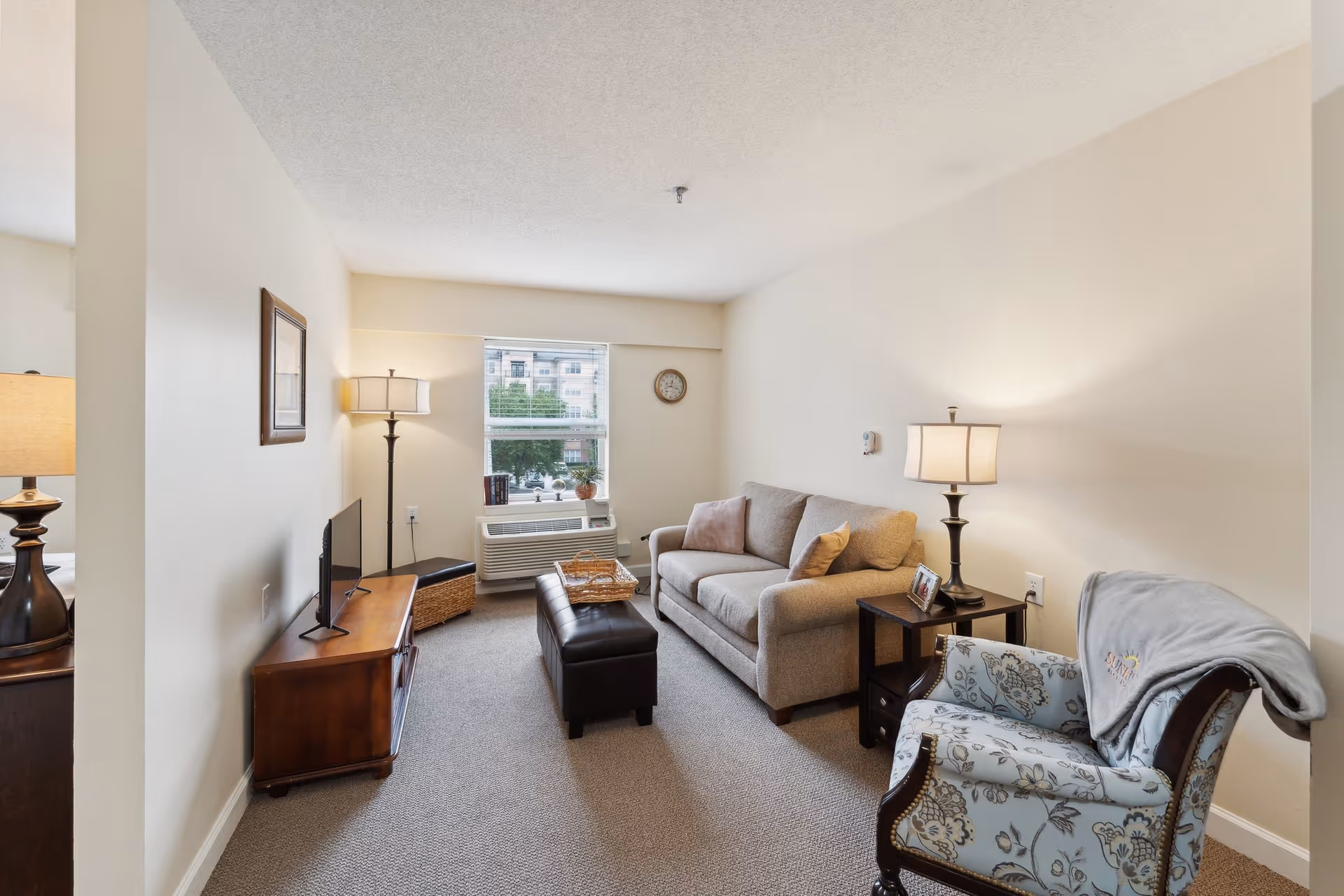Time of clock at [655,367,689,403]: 12:17
